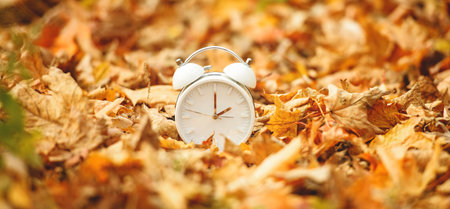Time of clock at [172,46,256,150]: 2:00
